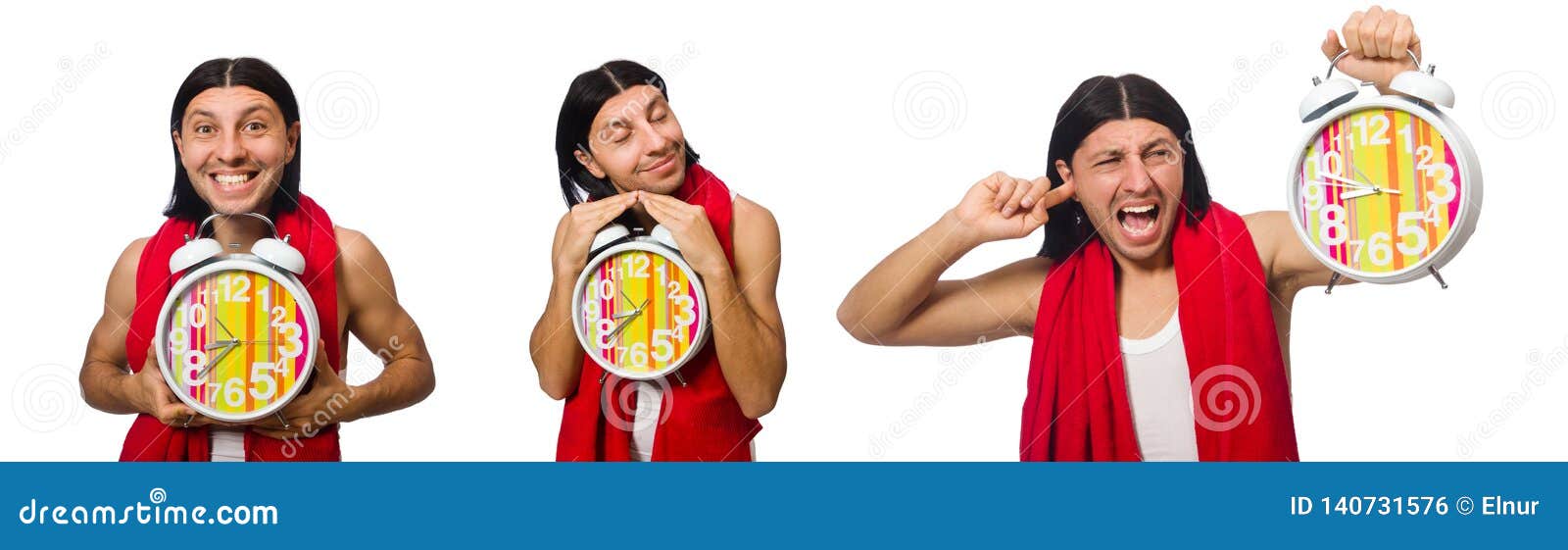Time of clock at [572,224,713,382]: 8:38
